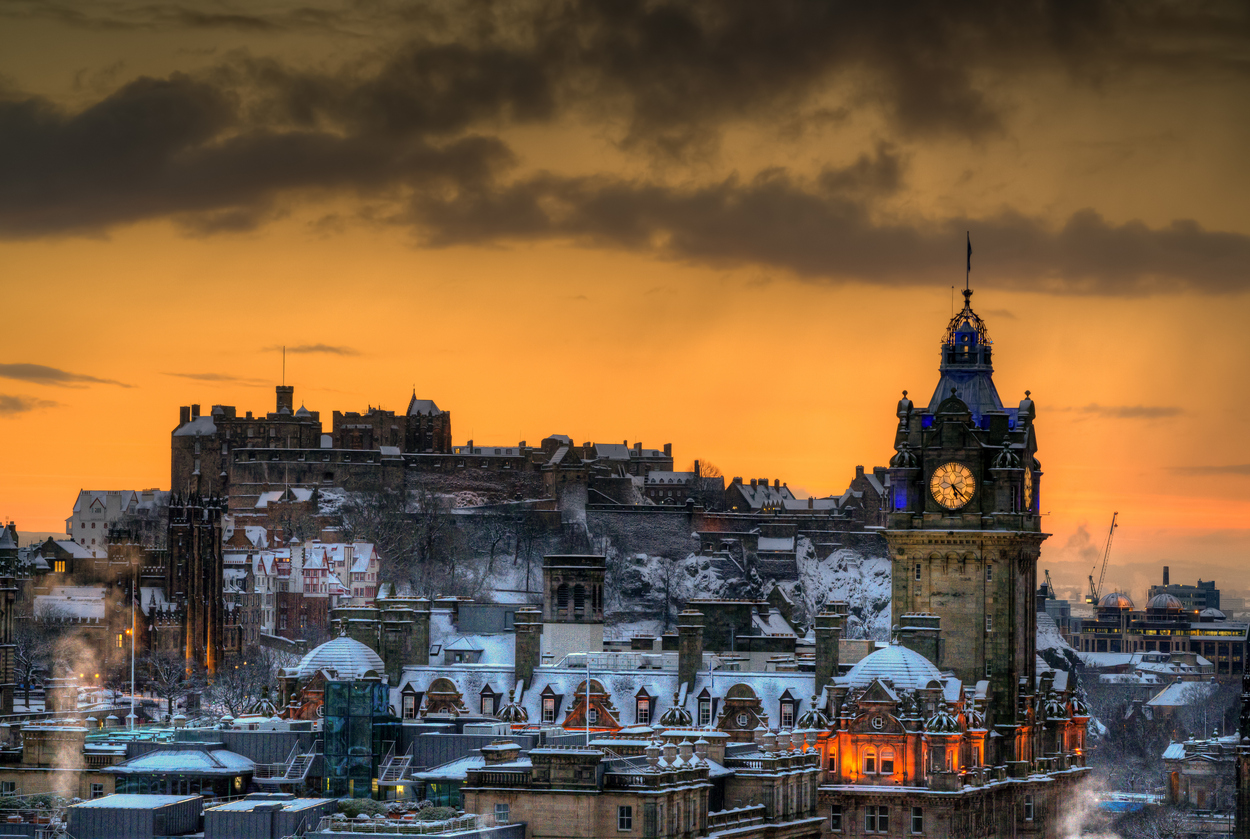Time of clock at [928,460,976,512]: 5:22
